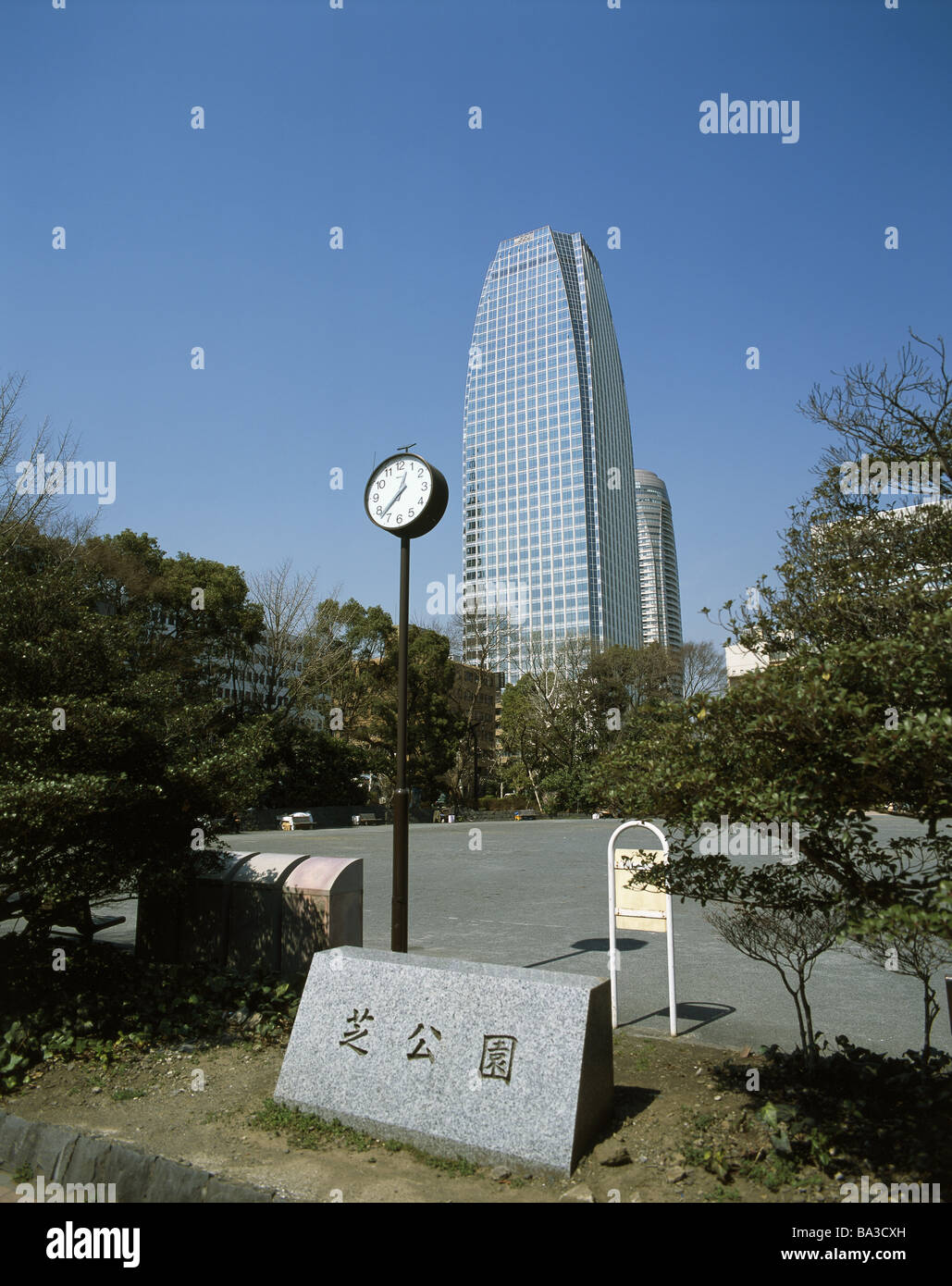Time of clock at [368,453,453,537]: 12:37
